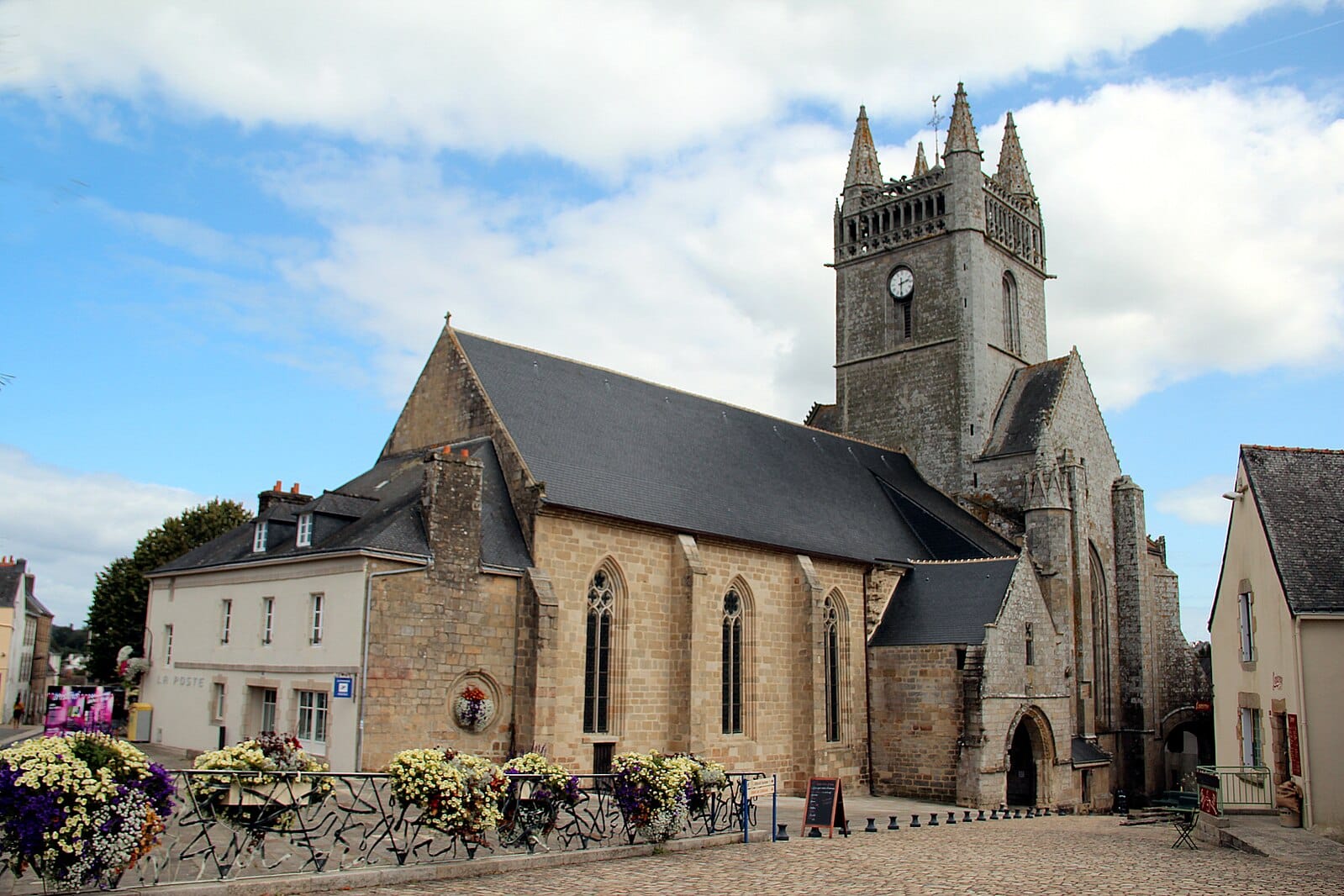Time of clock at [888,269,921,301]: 2:30
